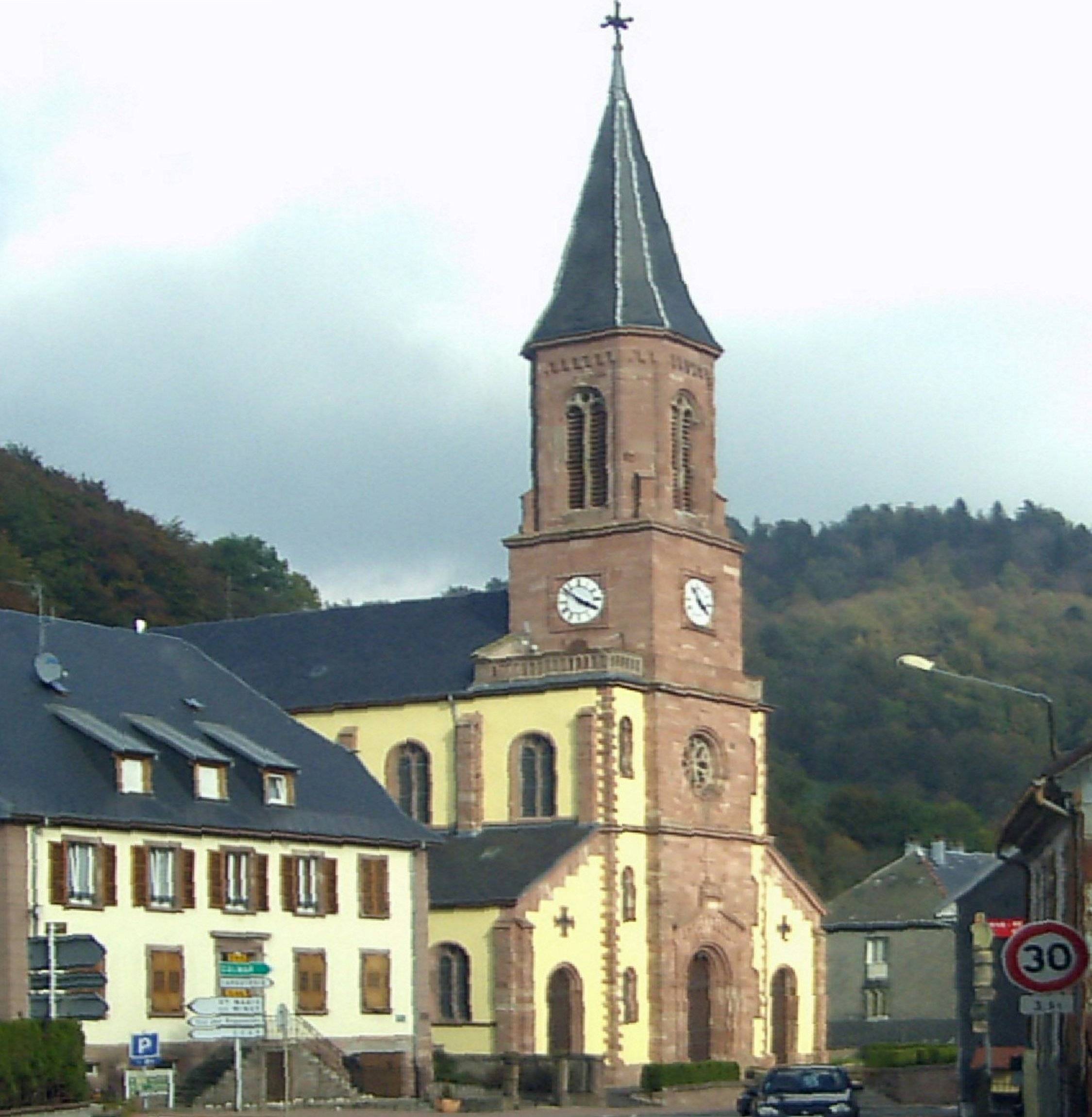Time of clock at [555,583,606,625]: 3:51
